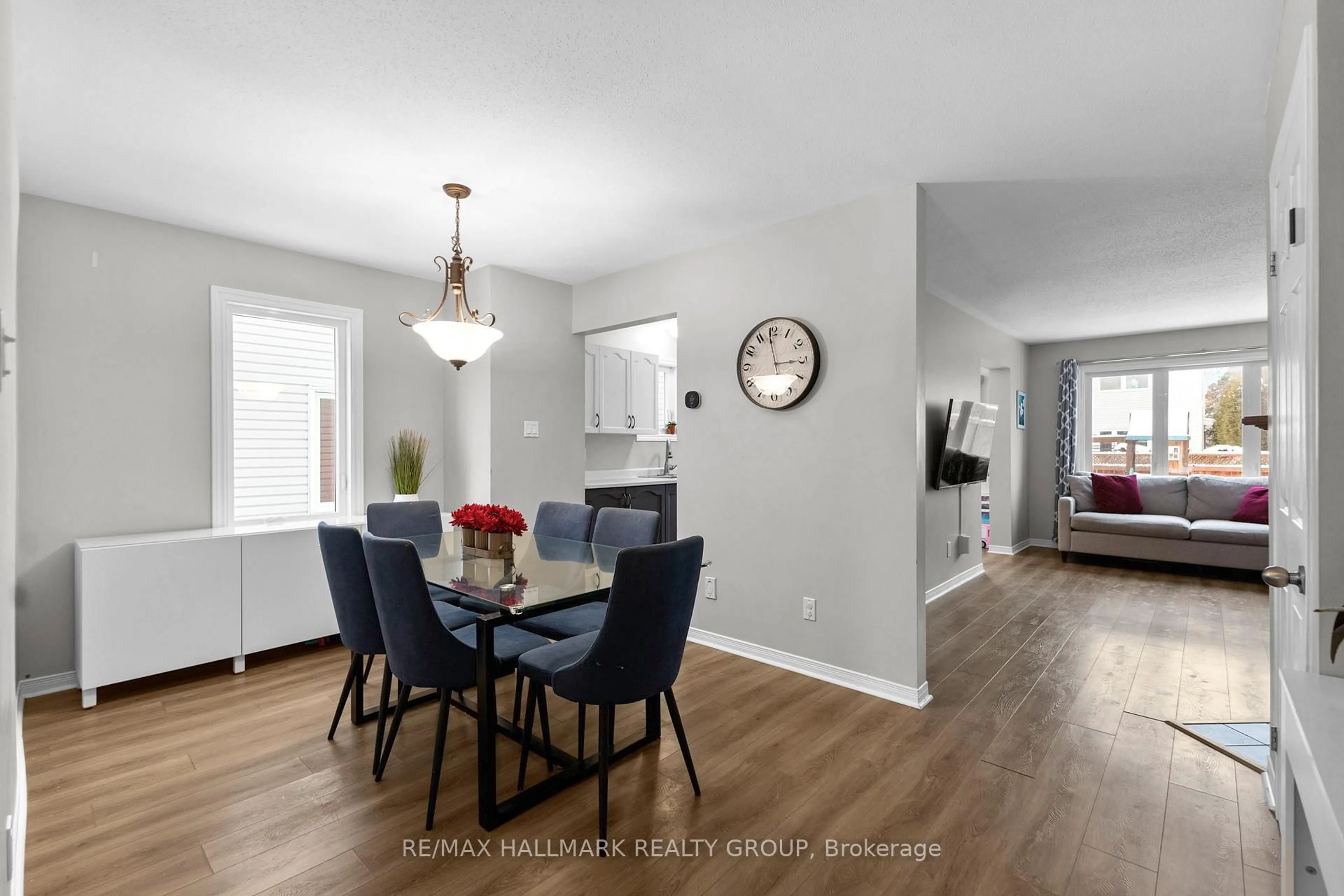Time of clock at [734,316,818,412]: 2:58
